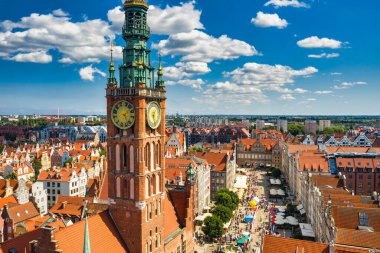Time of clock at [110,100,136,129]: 5:08
